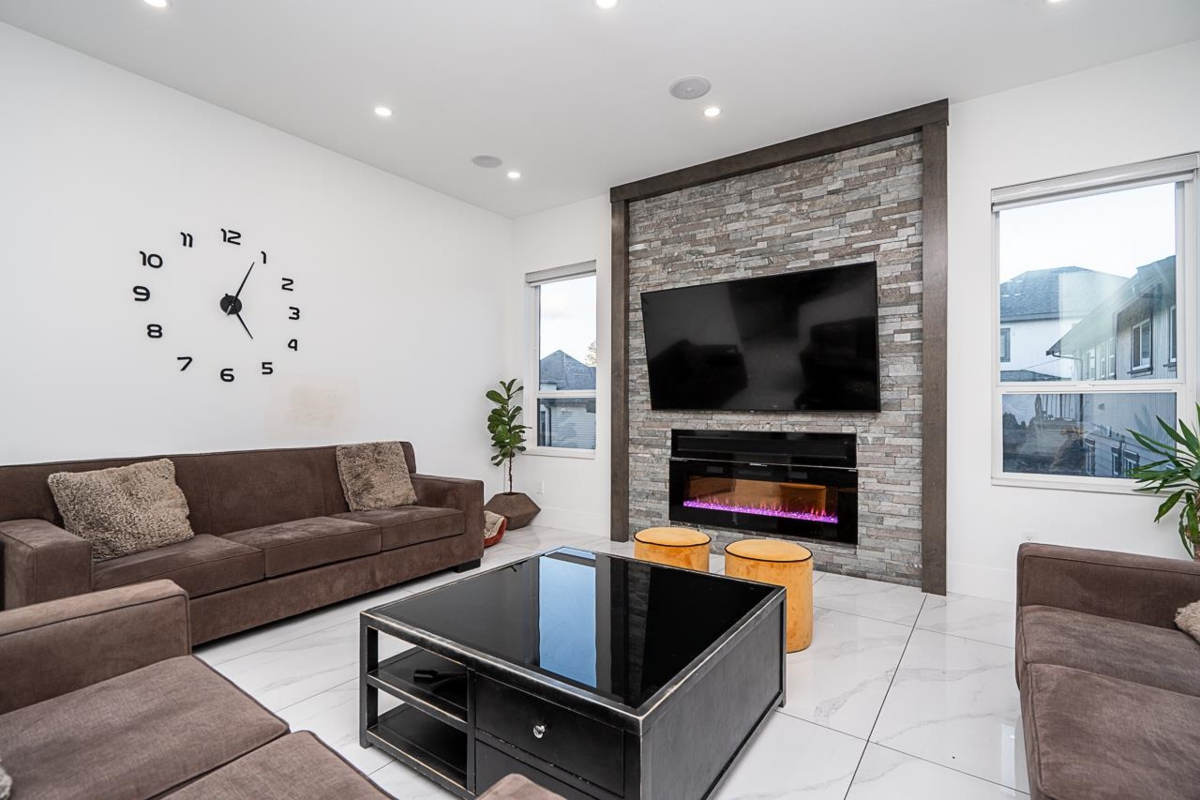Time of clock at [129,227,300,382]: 5:04
